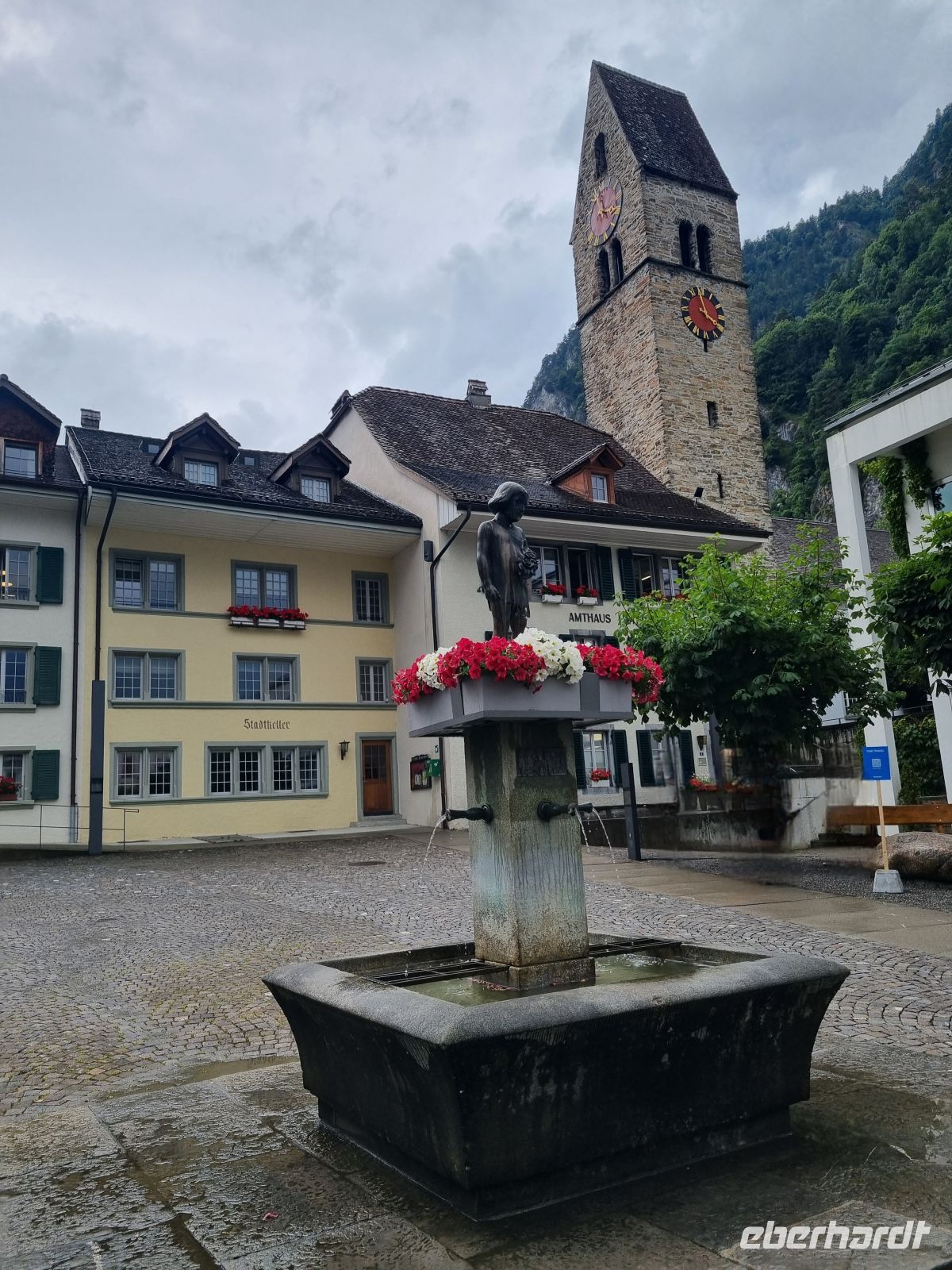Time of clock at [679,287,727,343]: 3:58
